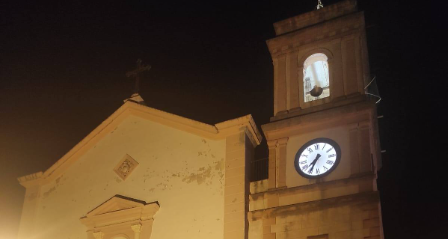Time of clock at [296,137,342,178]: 7:34
